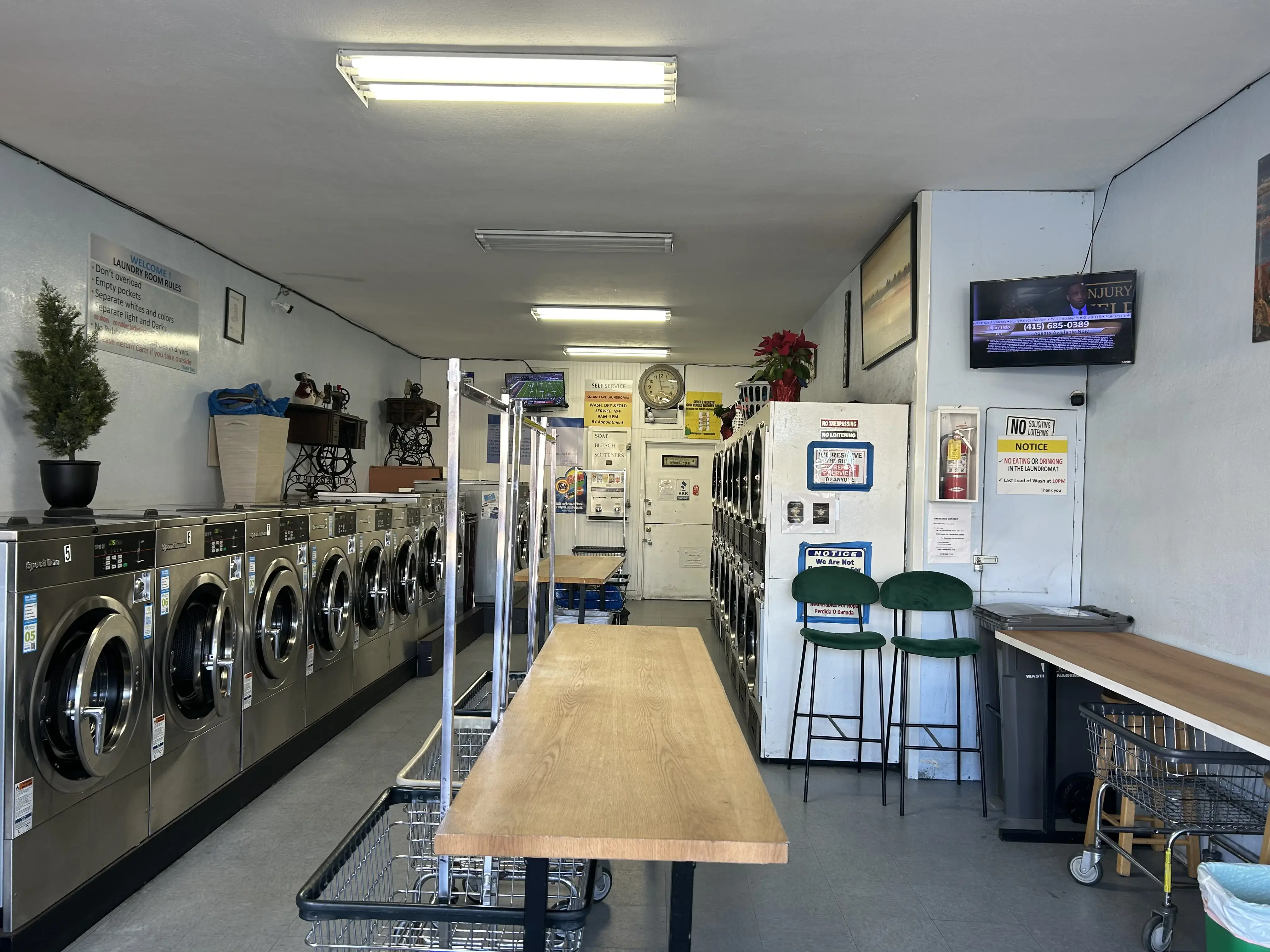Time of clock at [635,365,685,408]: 2:58
